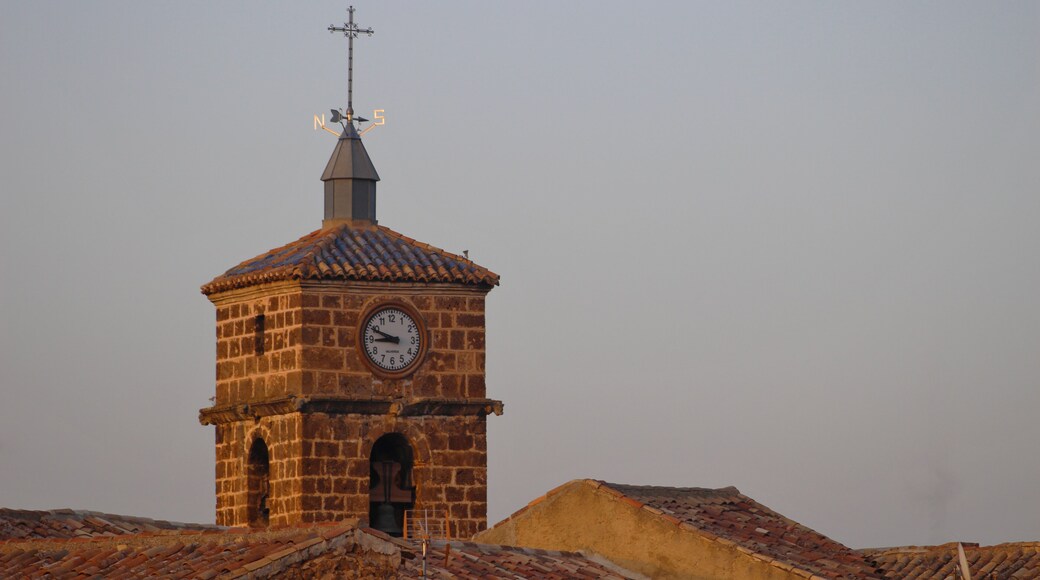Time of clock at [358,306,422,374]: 8:48
